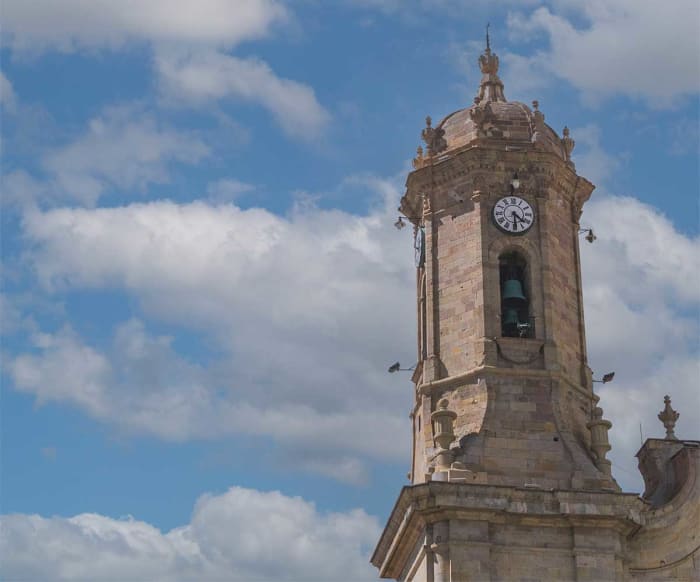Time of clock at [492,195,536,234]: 4:29
